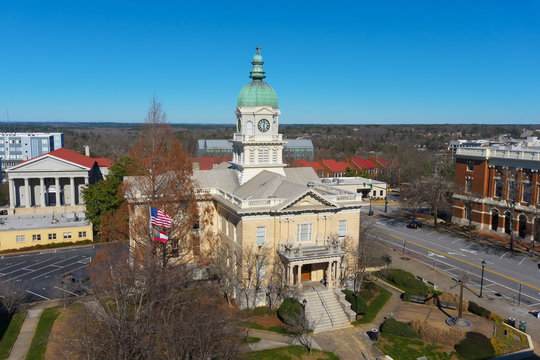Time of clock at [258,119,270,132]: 12:28
